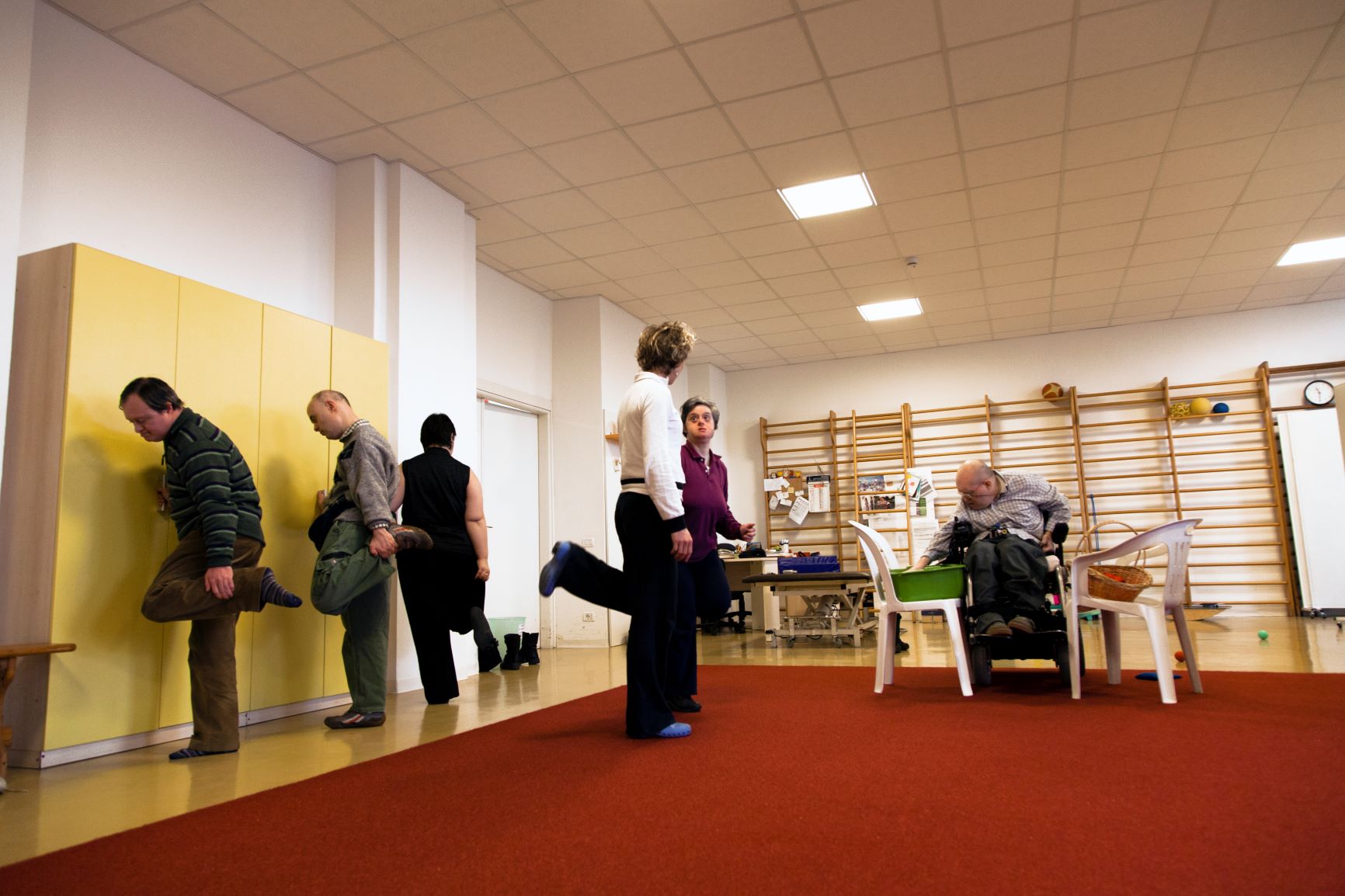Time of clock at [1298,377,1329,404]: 11:30
